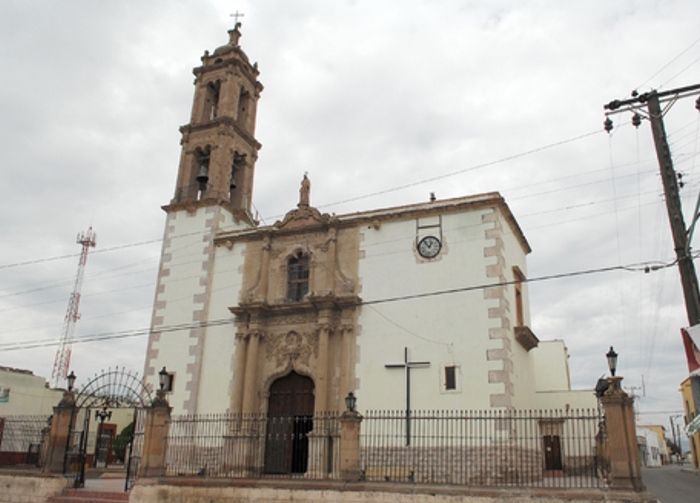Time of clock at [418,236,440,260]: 12:53
